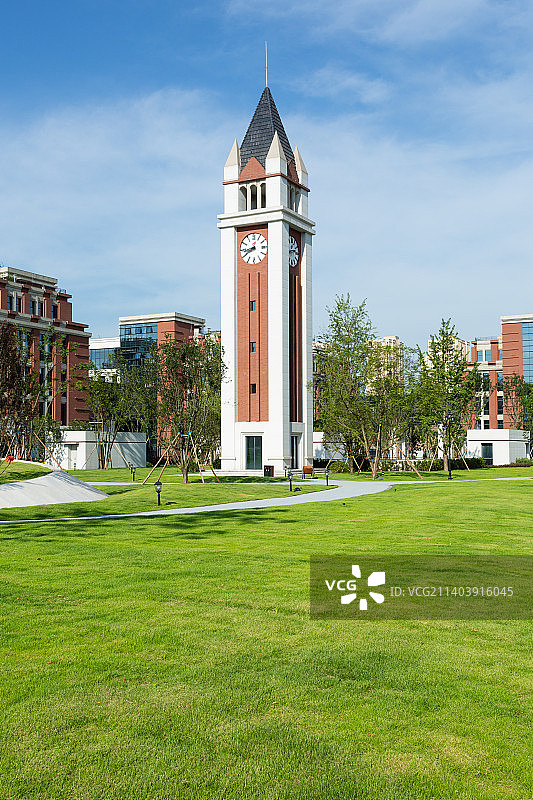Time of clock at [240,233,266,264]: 8:39
